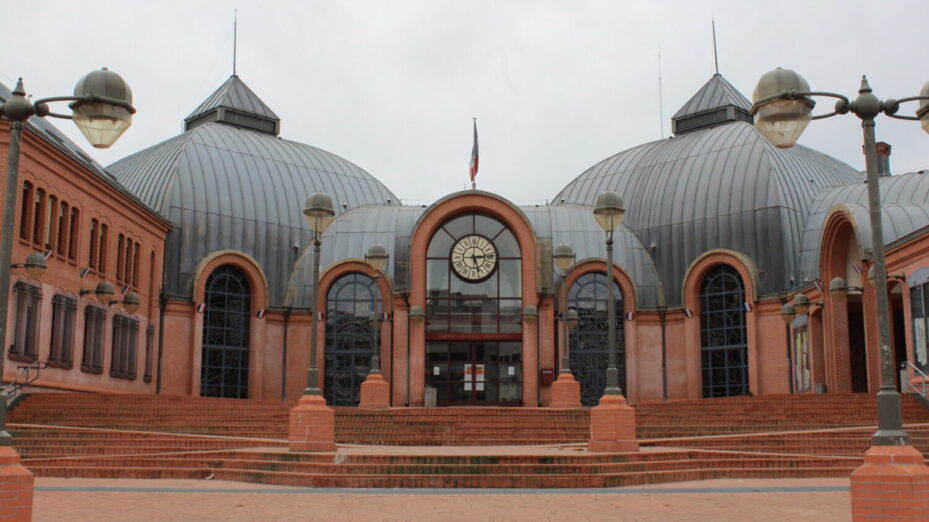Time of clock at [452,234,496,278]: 5:14
